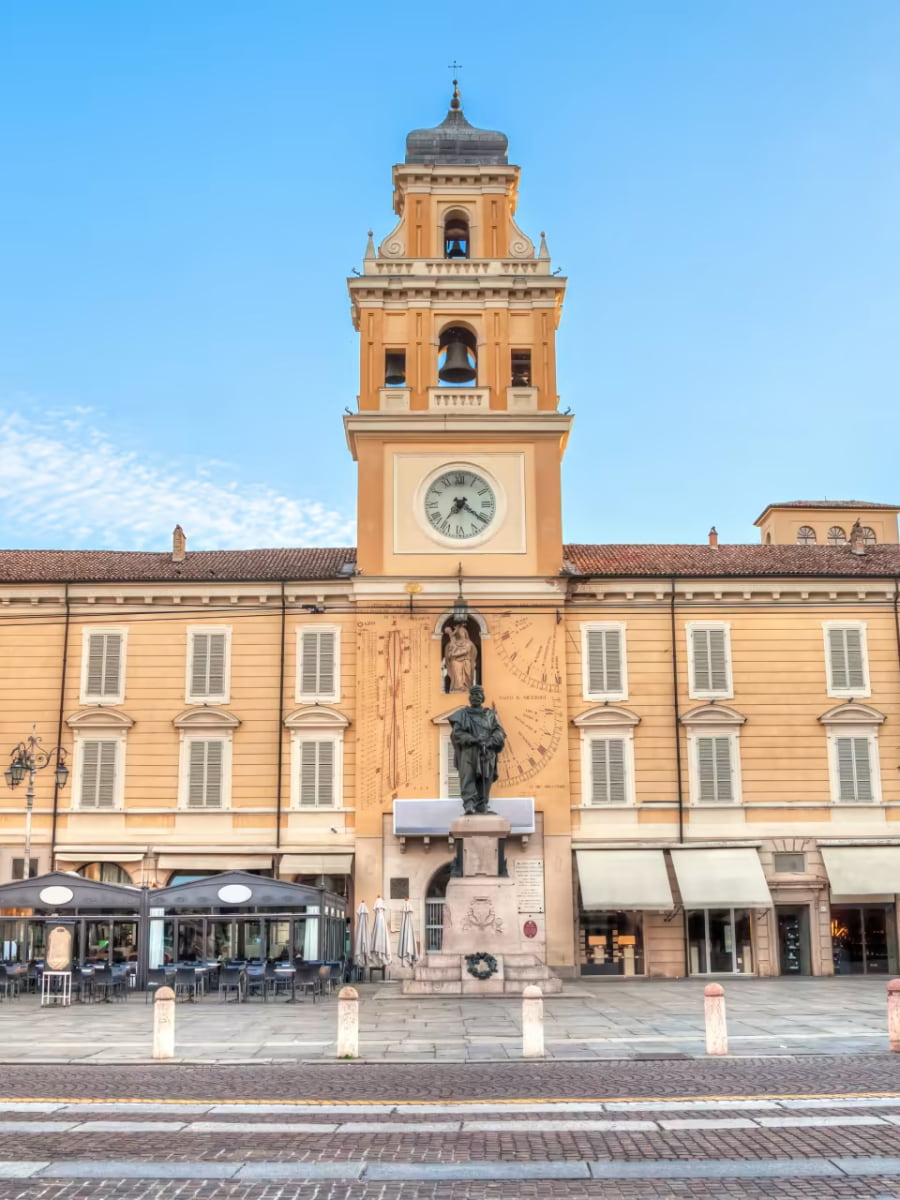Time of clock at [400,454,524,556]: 7:21
